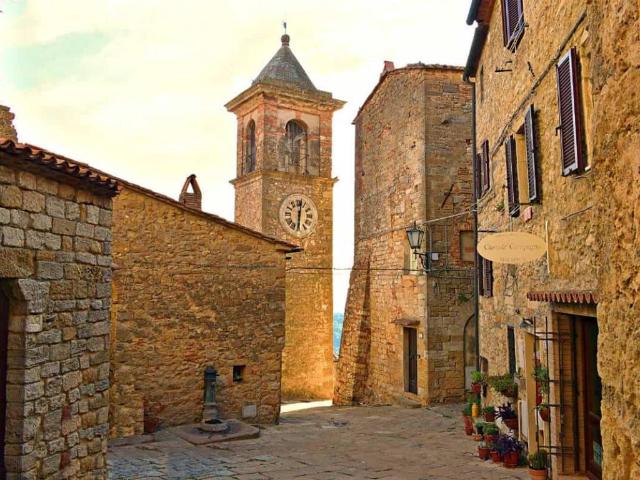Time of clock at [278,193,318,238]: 6:01
